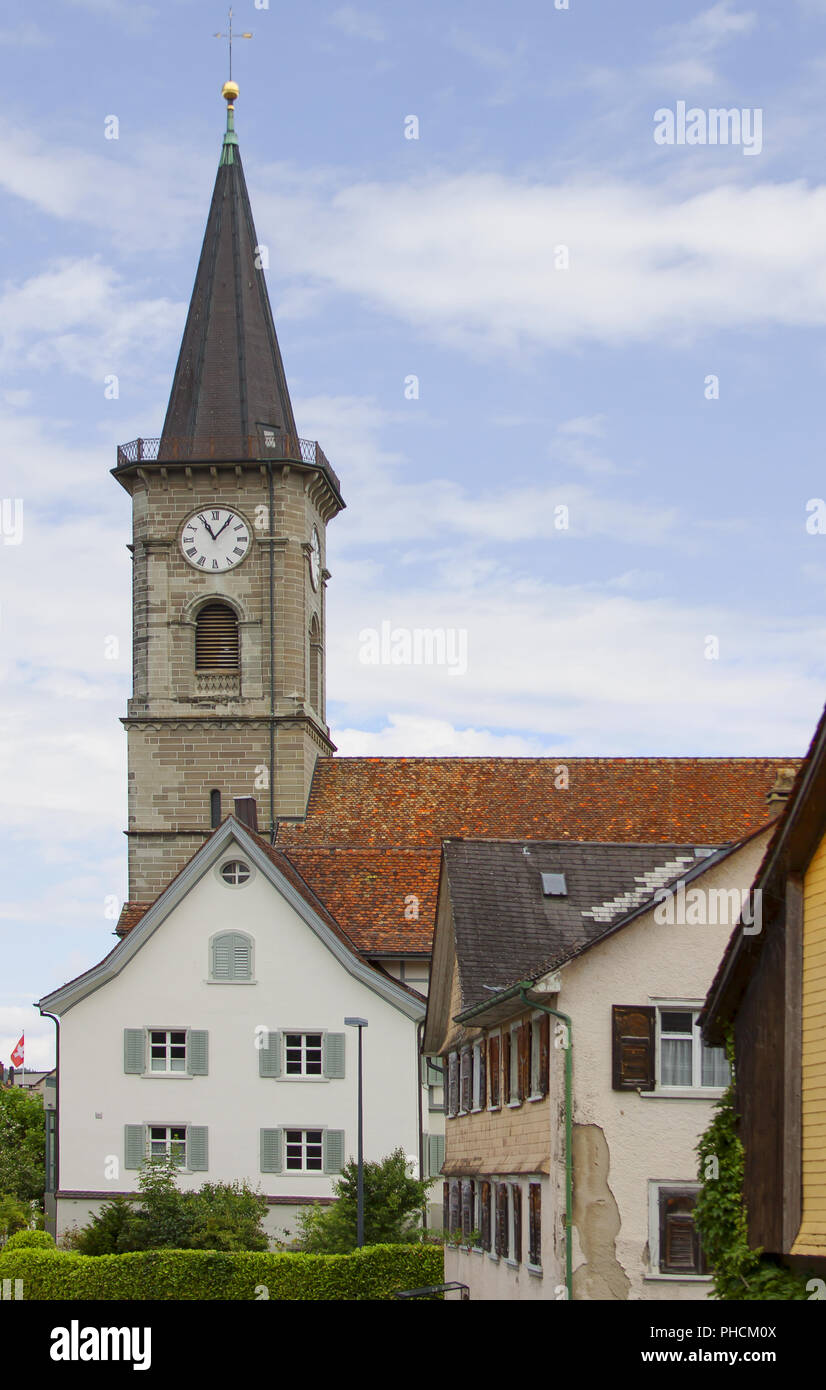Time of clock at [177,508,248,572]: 11:06
